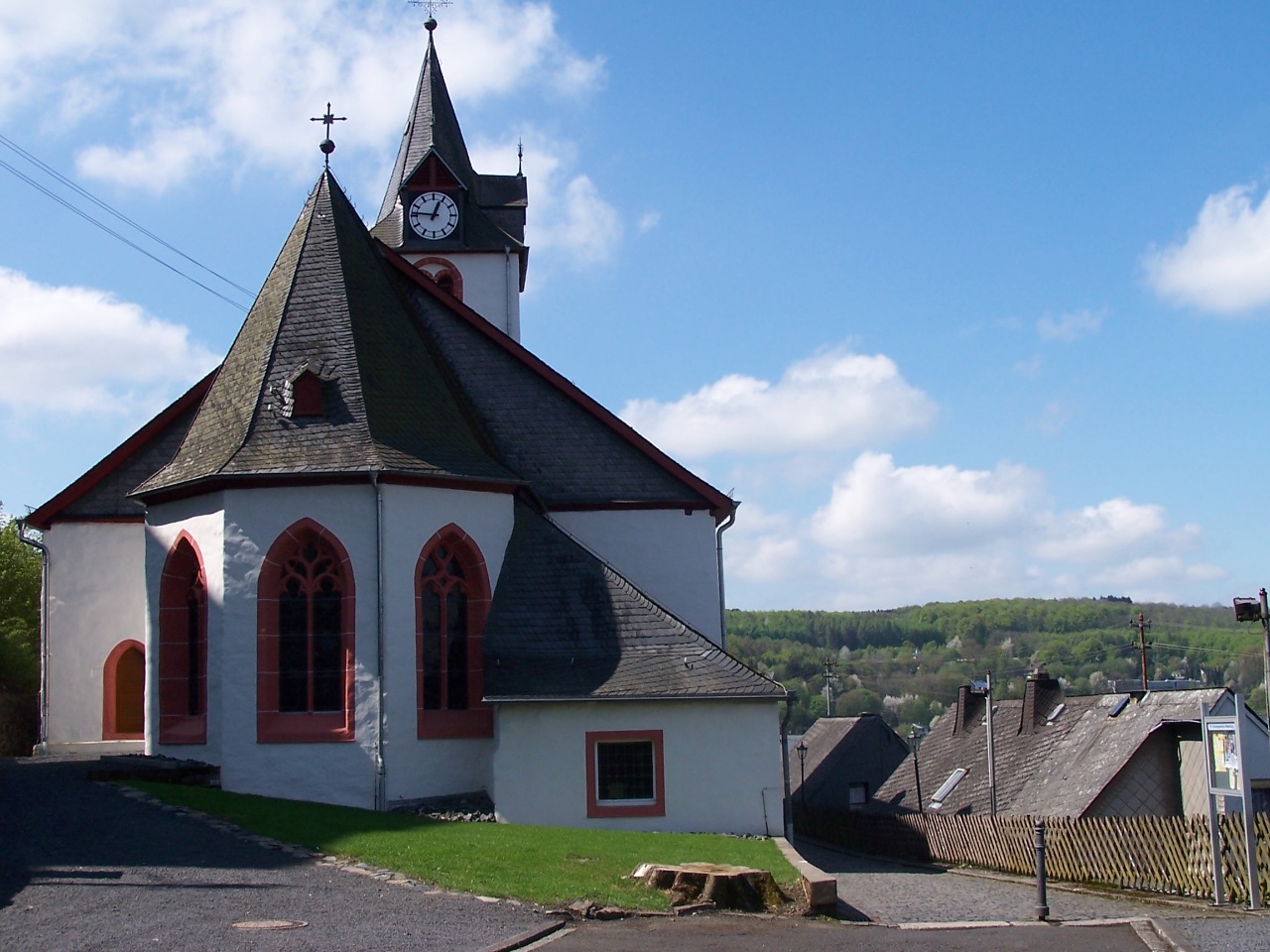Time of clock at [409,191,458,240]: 12:46
